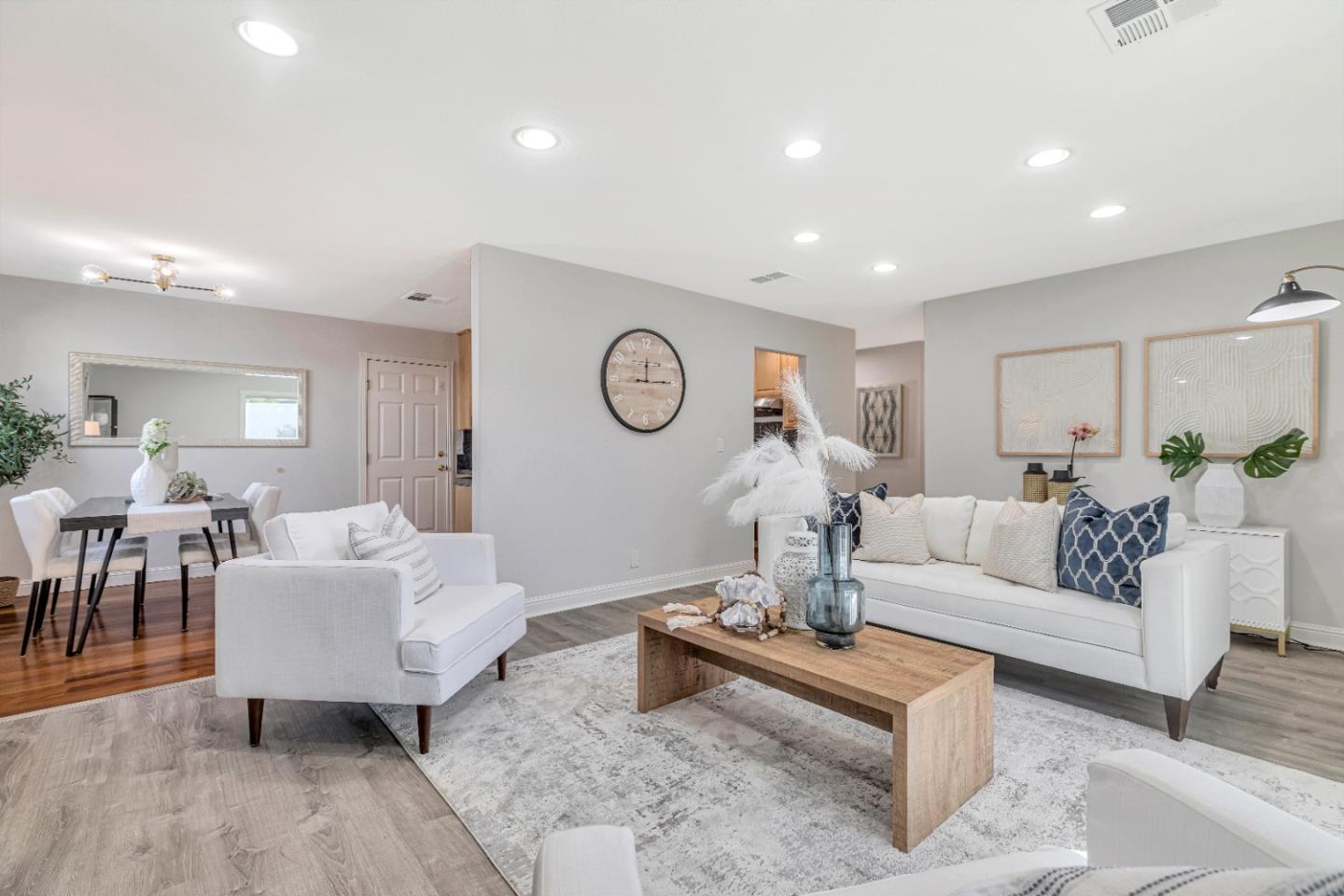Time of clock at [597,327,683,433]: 12:14
